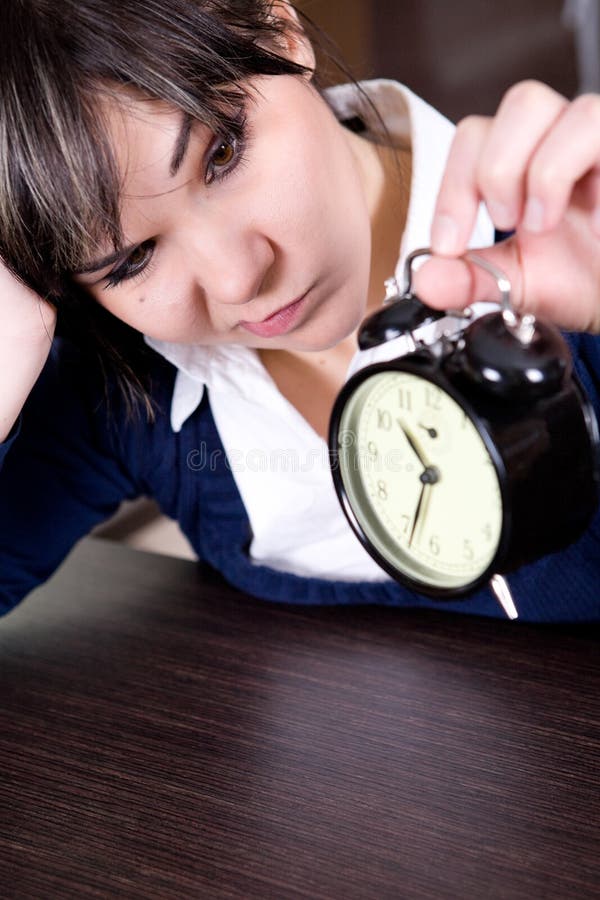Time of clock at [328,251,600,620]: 10:33
